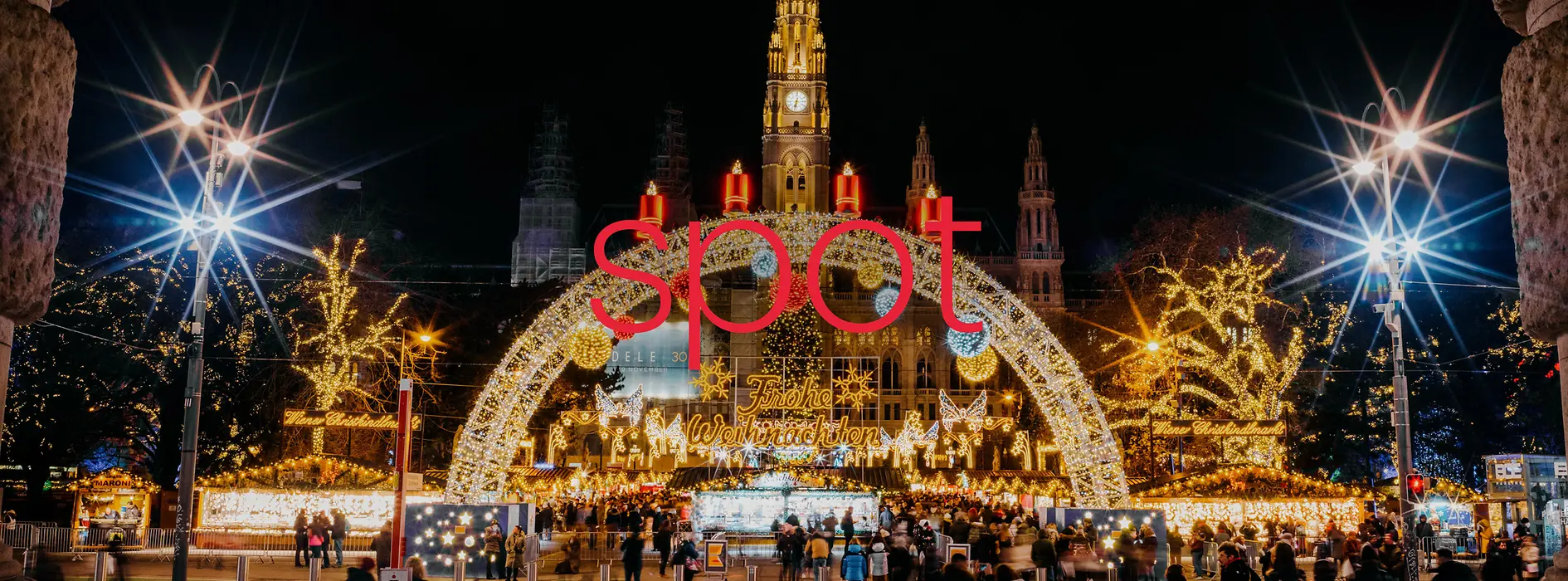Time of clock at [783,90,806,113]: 6:32
